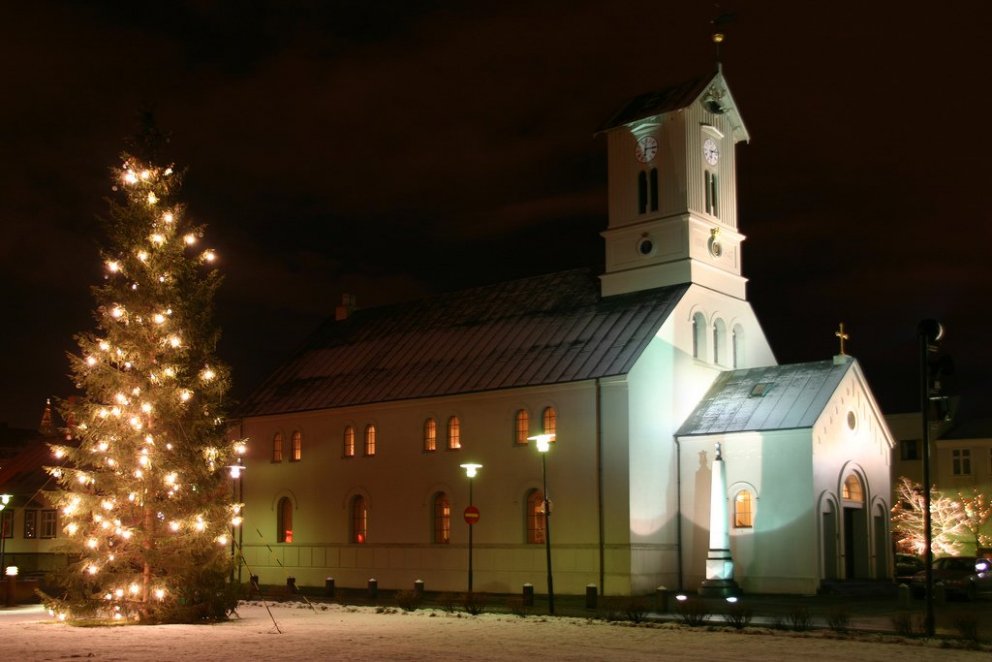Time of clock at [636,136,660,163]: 6:14
